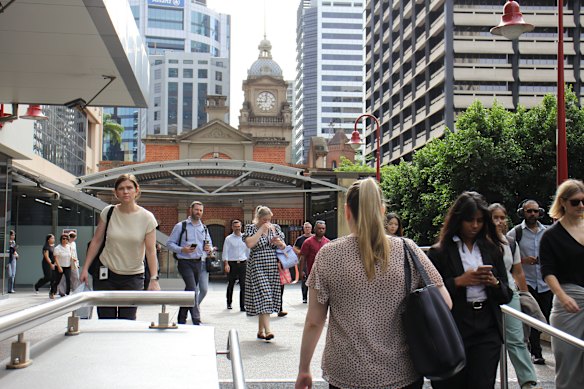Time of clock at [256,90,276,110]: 9:01
